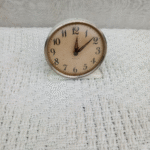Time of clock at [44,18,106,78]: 12:08
